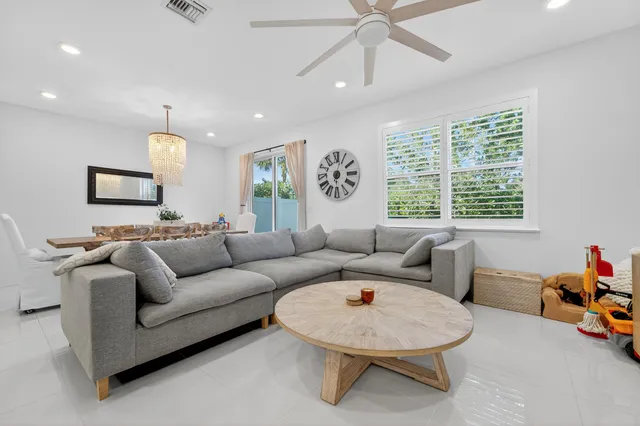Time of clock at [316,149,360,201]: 6:03
